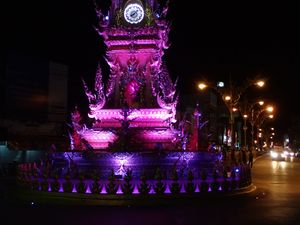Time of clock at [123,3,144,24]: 8:07
